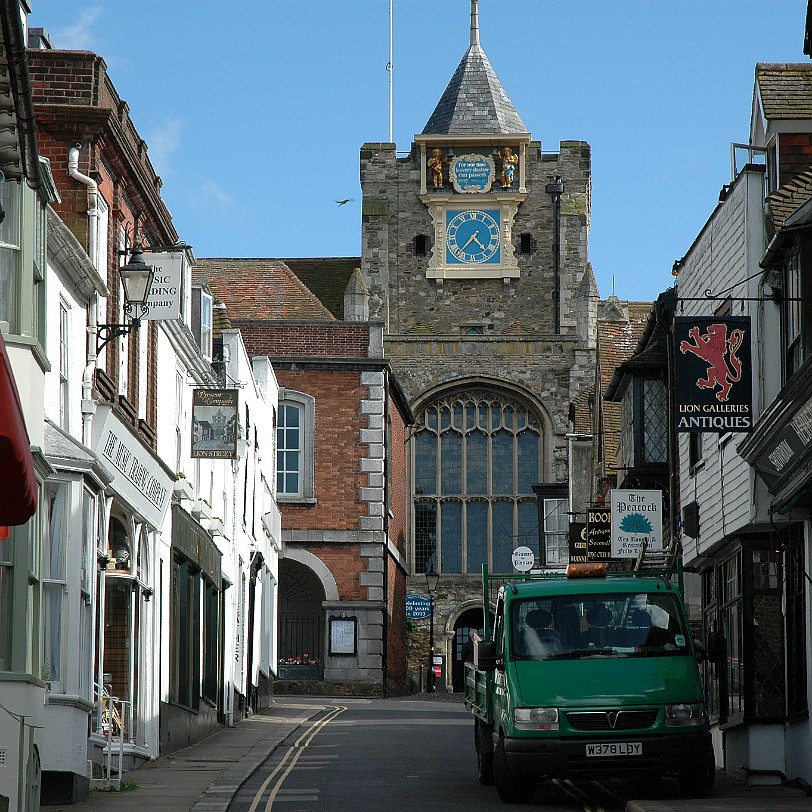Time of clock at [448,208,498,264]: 4:36
